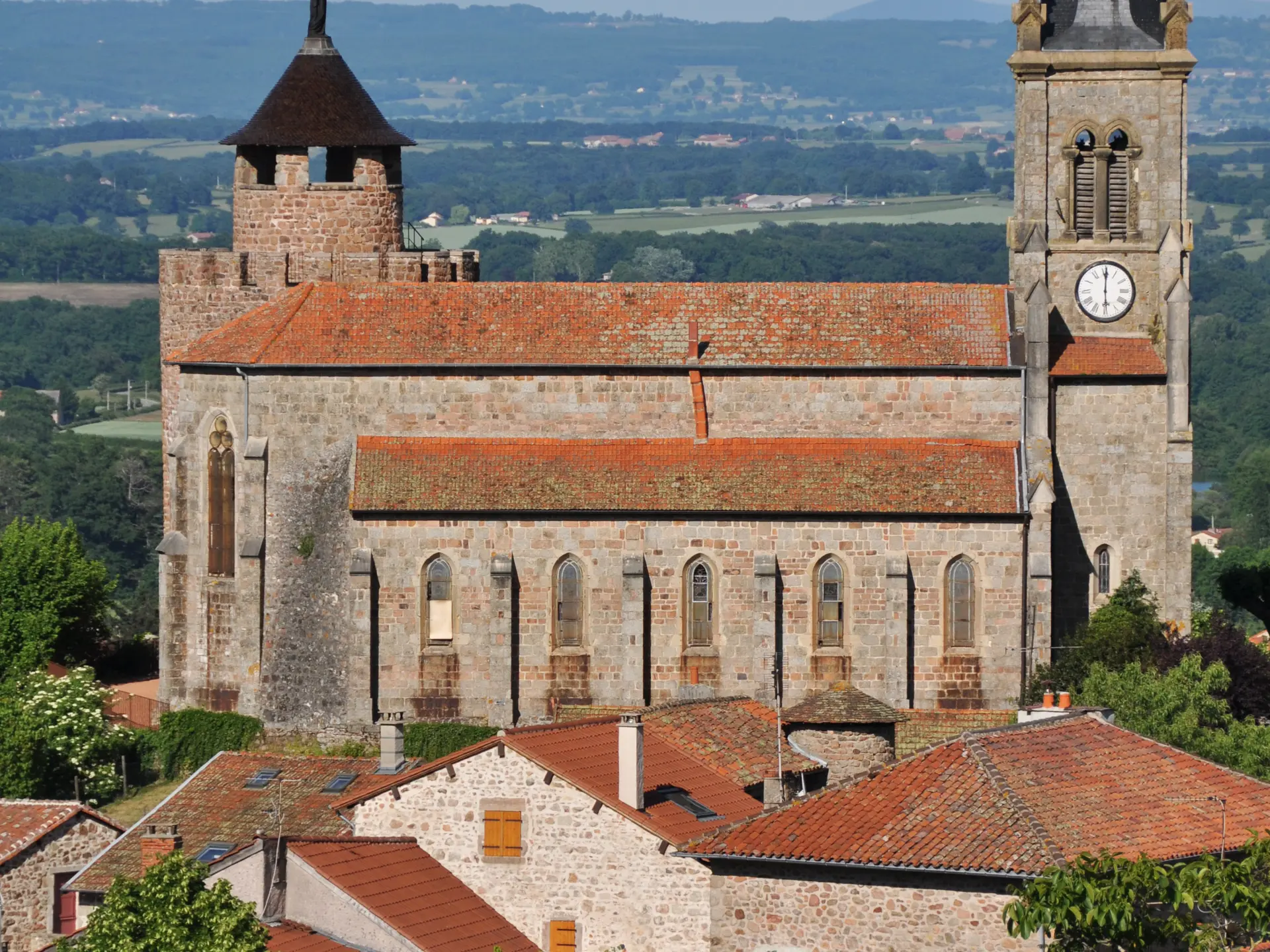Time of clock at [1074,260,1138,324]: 6:00
